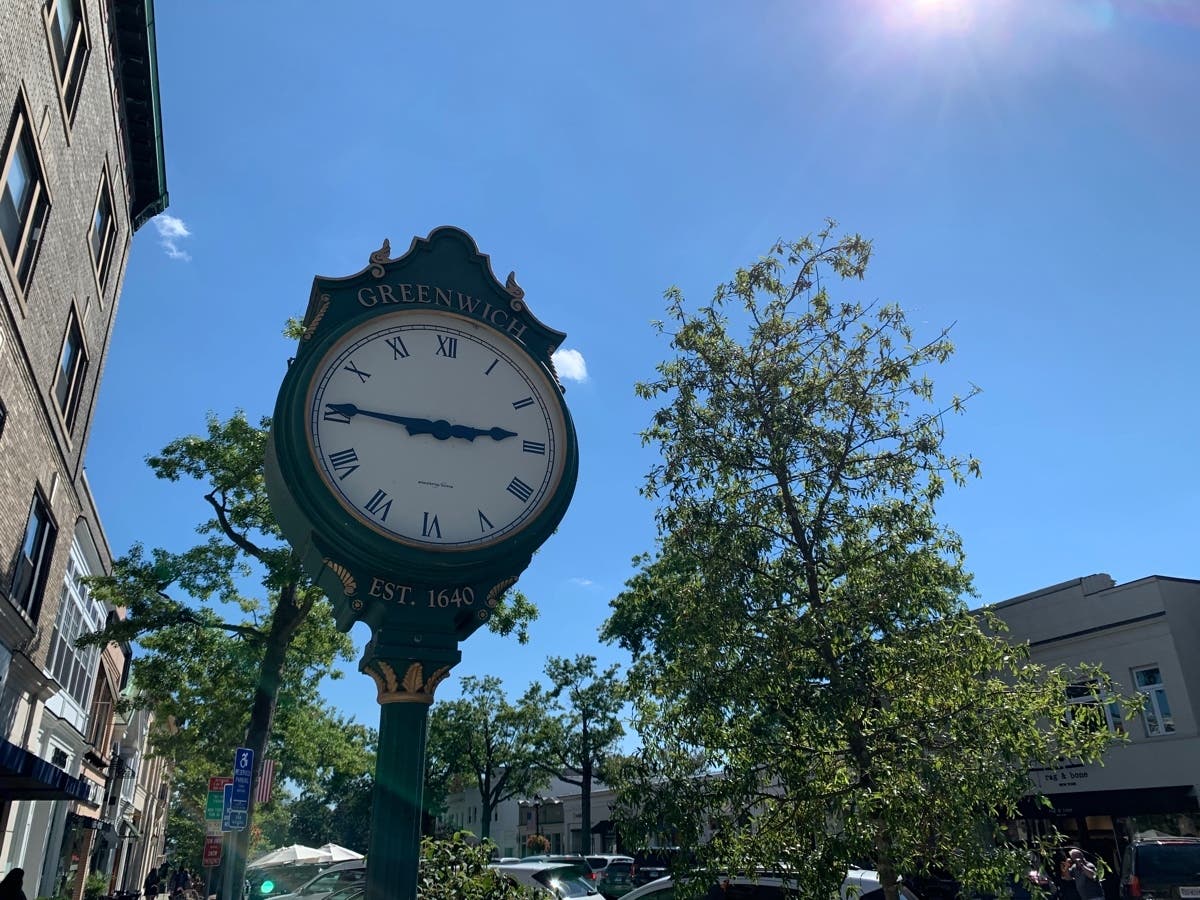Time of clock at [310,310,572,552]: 2:45
